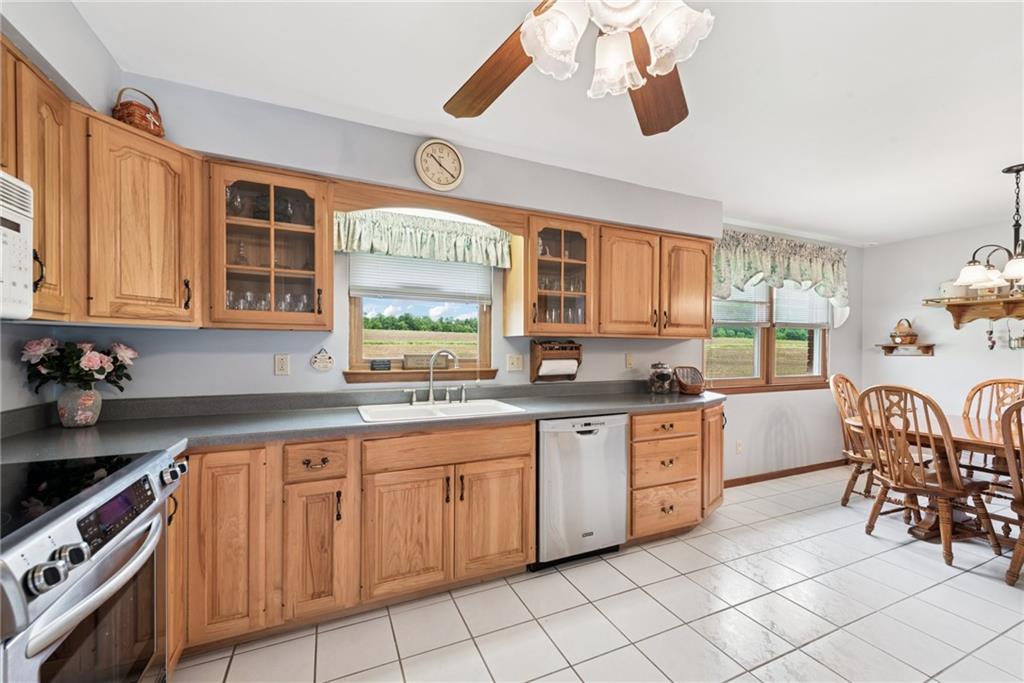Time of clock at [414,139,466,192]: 10:20
